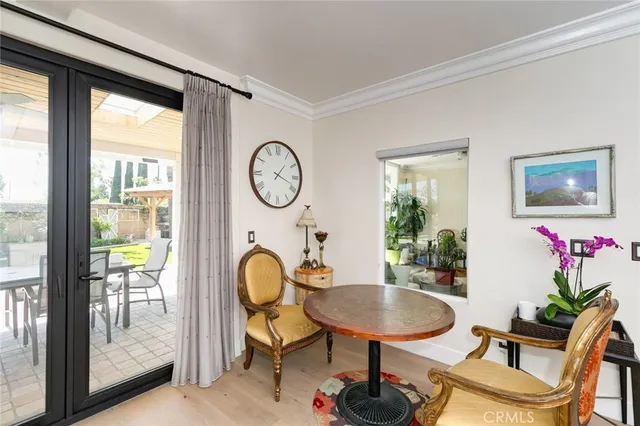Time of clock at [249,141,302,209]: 1:18
